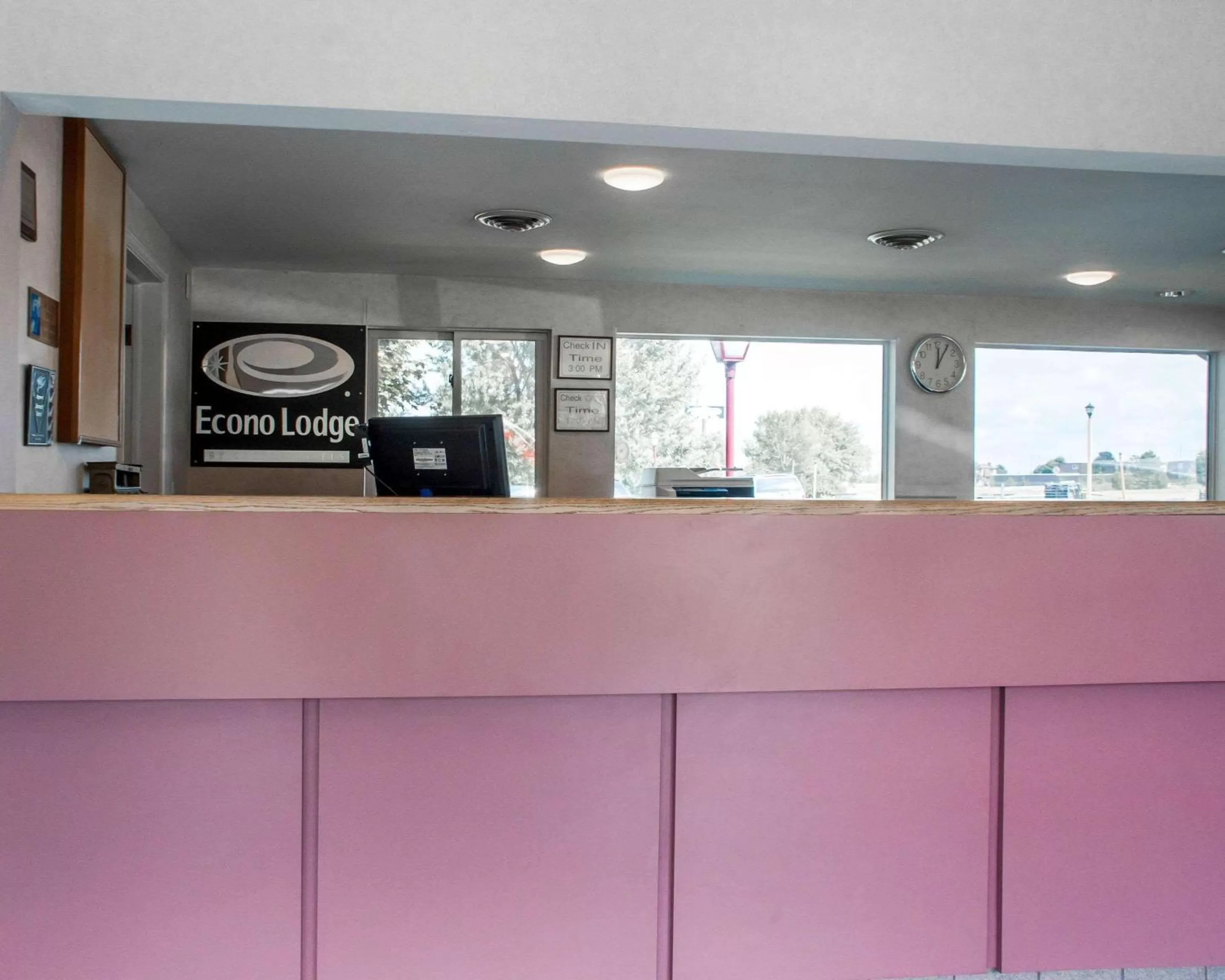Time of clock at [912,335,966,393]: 12:05
